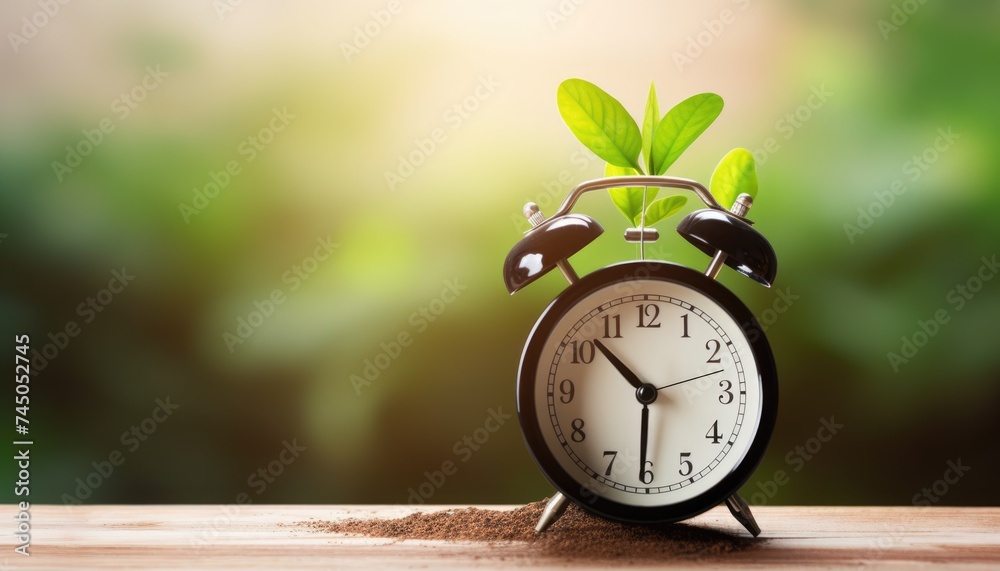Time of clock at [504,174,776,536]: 10:30
